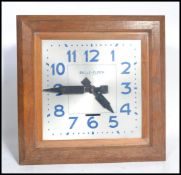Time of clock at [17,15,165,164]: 4:44
